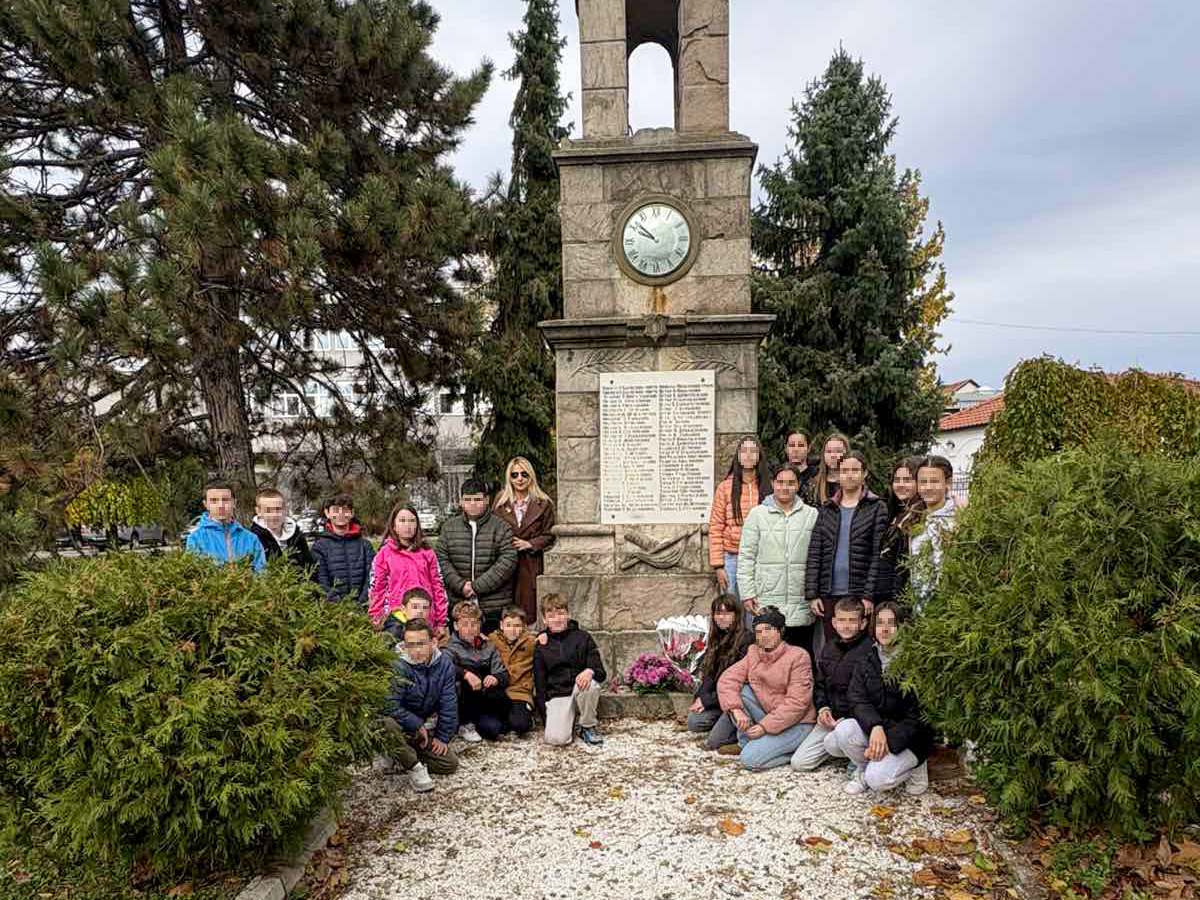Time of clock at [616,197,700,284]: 9:51
